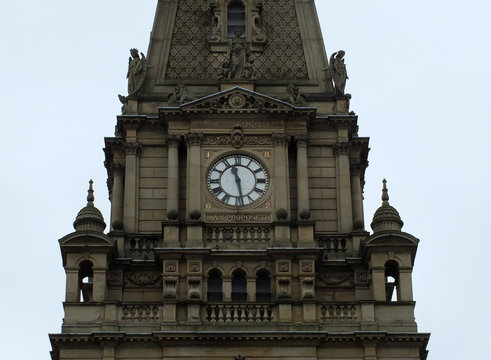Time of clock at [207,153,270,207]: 11:28
